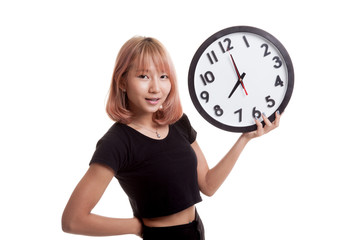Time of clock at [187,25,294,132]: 8:00
